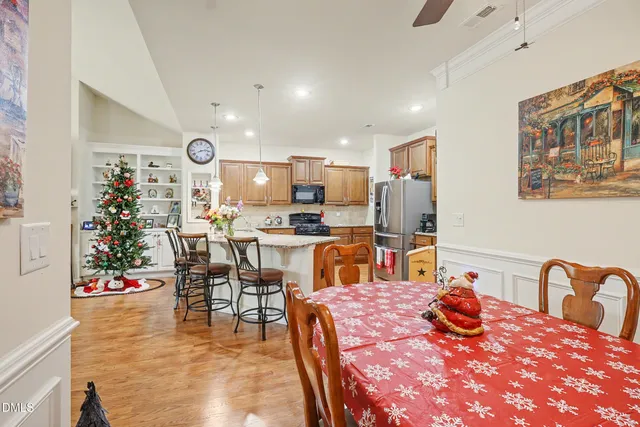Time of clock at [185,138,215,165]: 2:40
